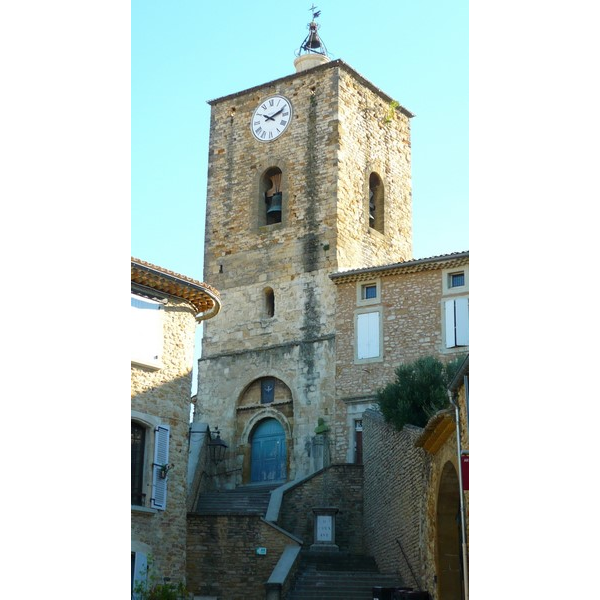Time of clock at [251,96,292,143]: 10:11
